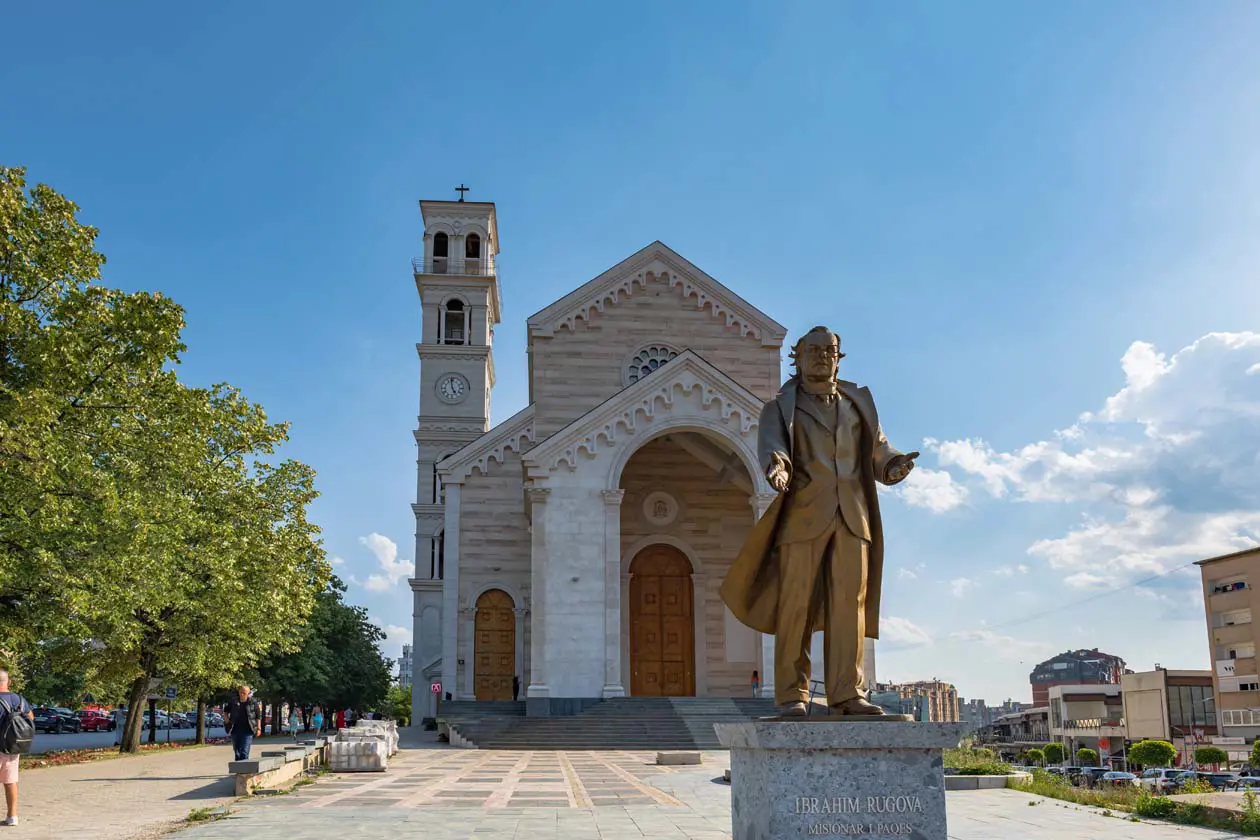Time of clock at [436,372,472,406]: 4:58
